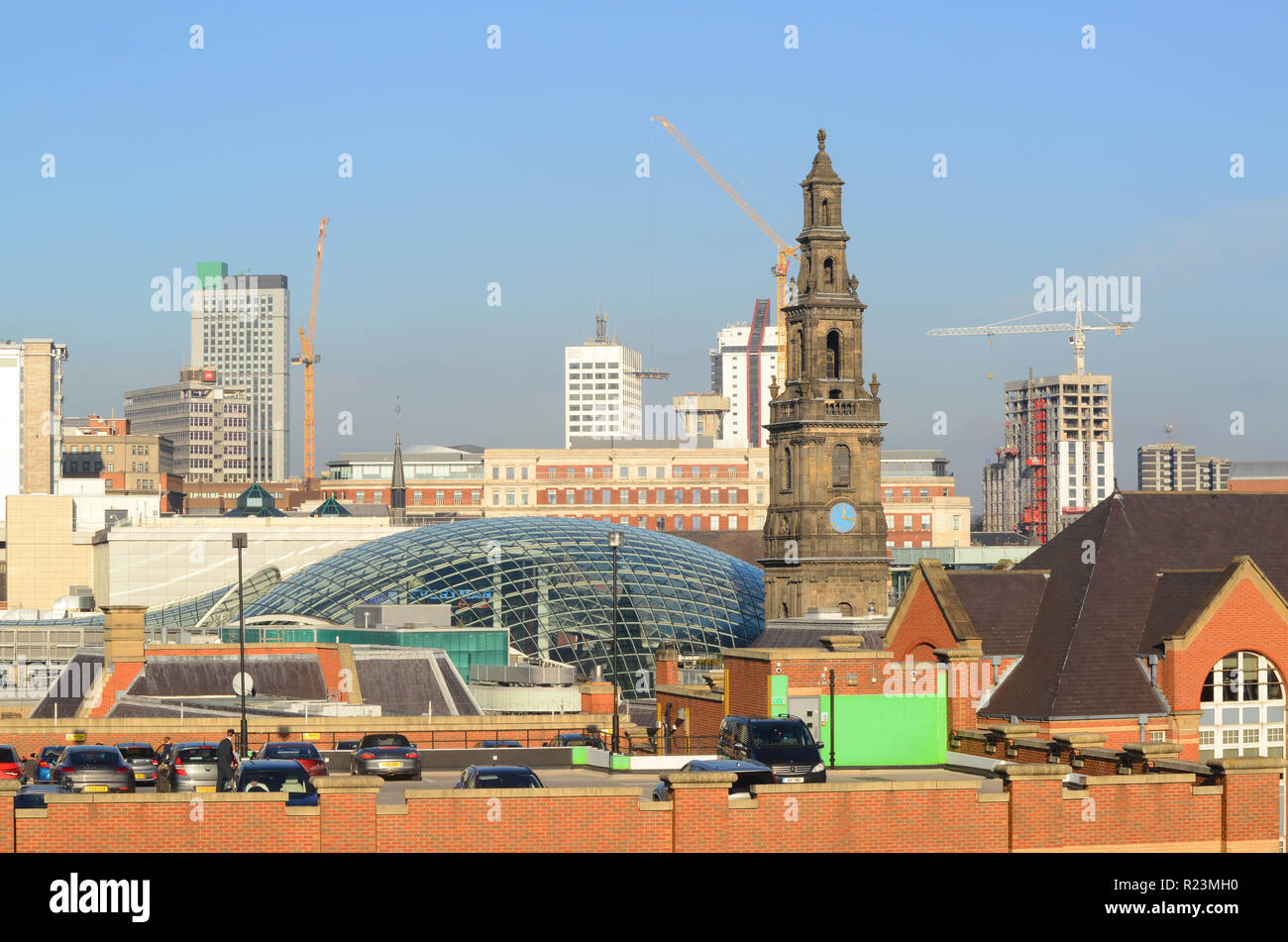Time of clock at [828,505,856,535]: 12:16
